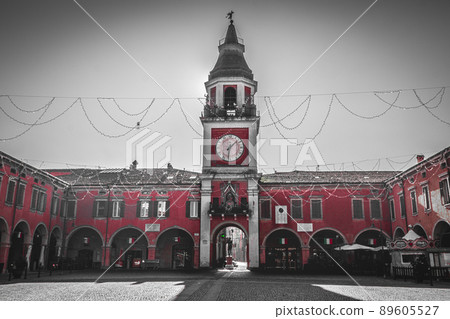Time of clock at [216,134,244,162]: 1:31
